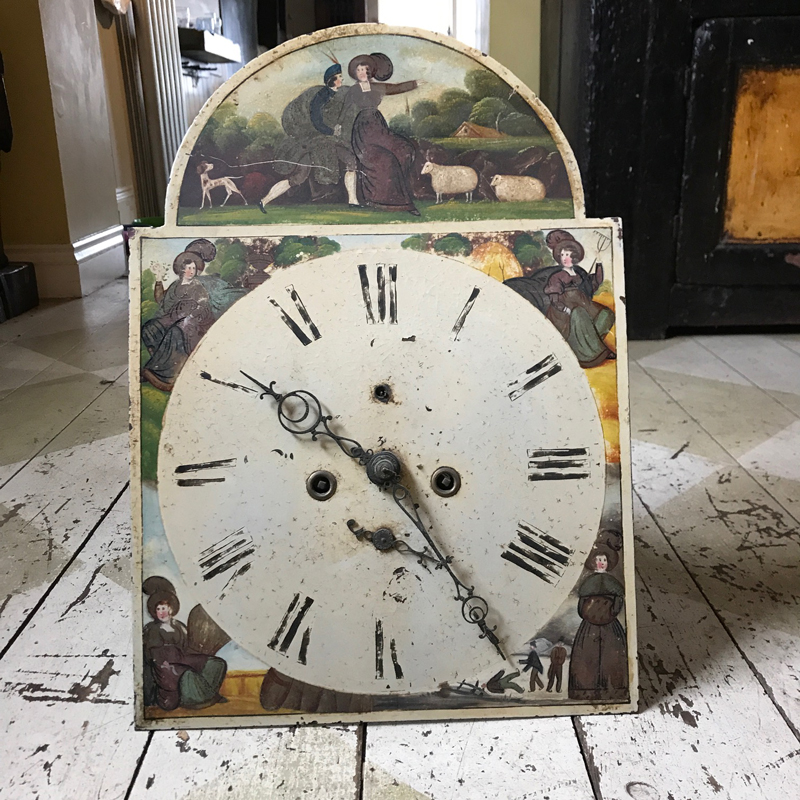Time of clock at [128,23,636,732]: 4:50
